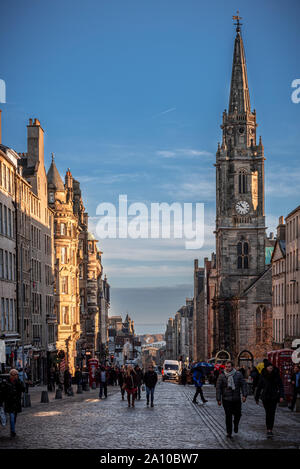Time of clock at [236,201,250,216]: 10:51
